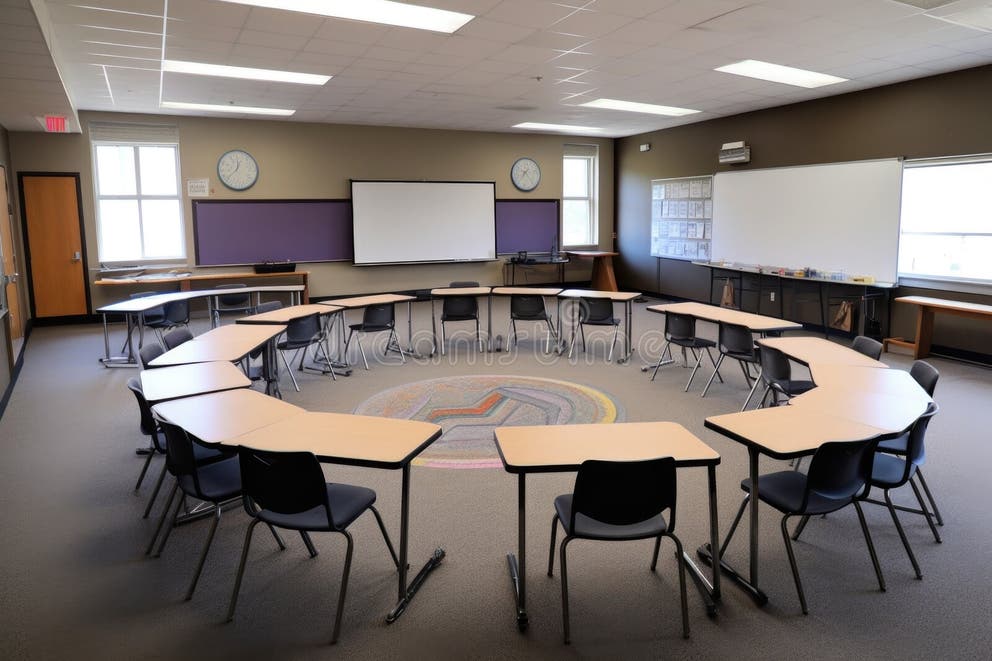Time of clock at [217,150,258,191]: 12:37
